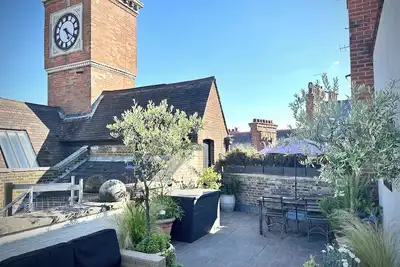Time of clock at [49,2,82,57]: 5:21
